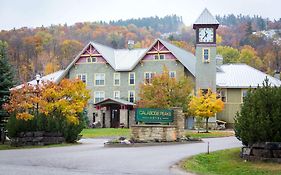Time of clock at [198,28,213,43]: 11:36
